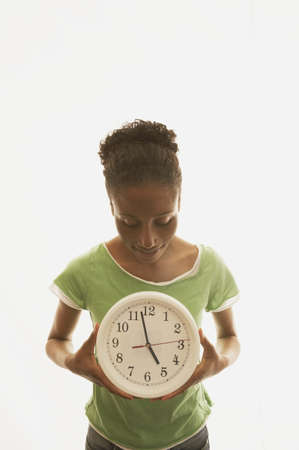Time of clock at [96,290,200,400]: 4:57
